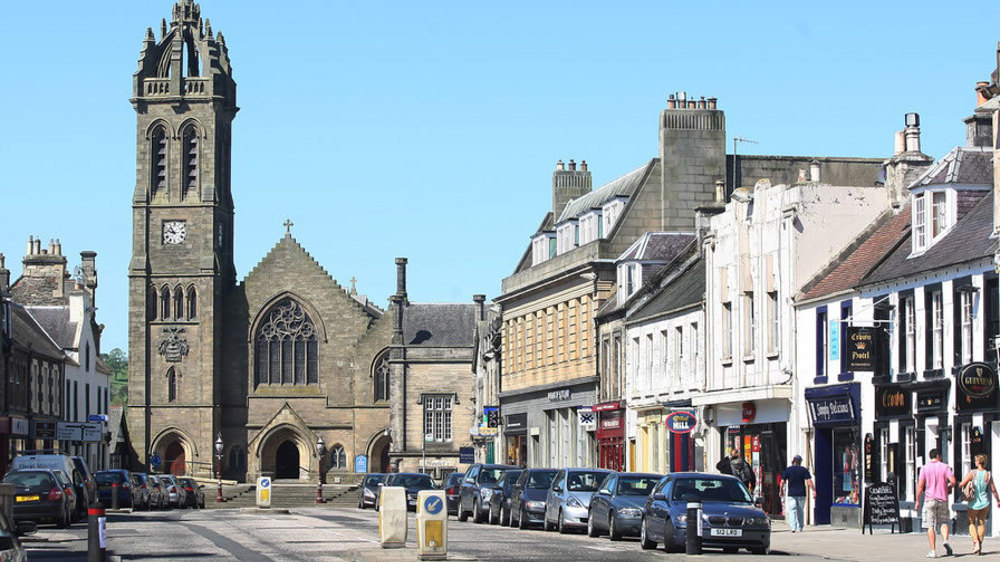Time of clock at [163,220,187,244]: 10:47
